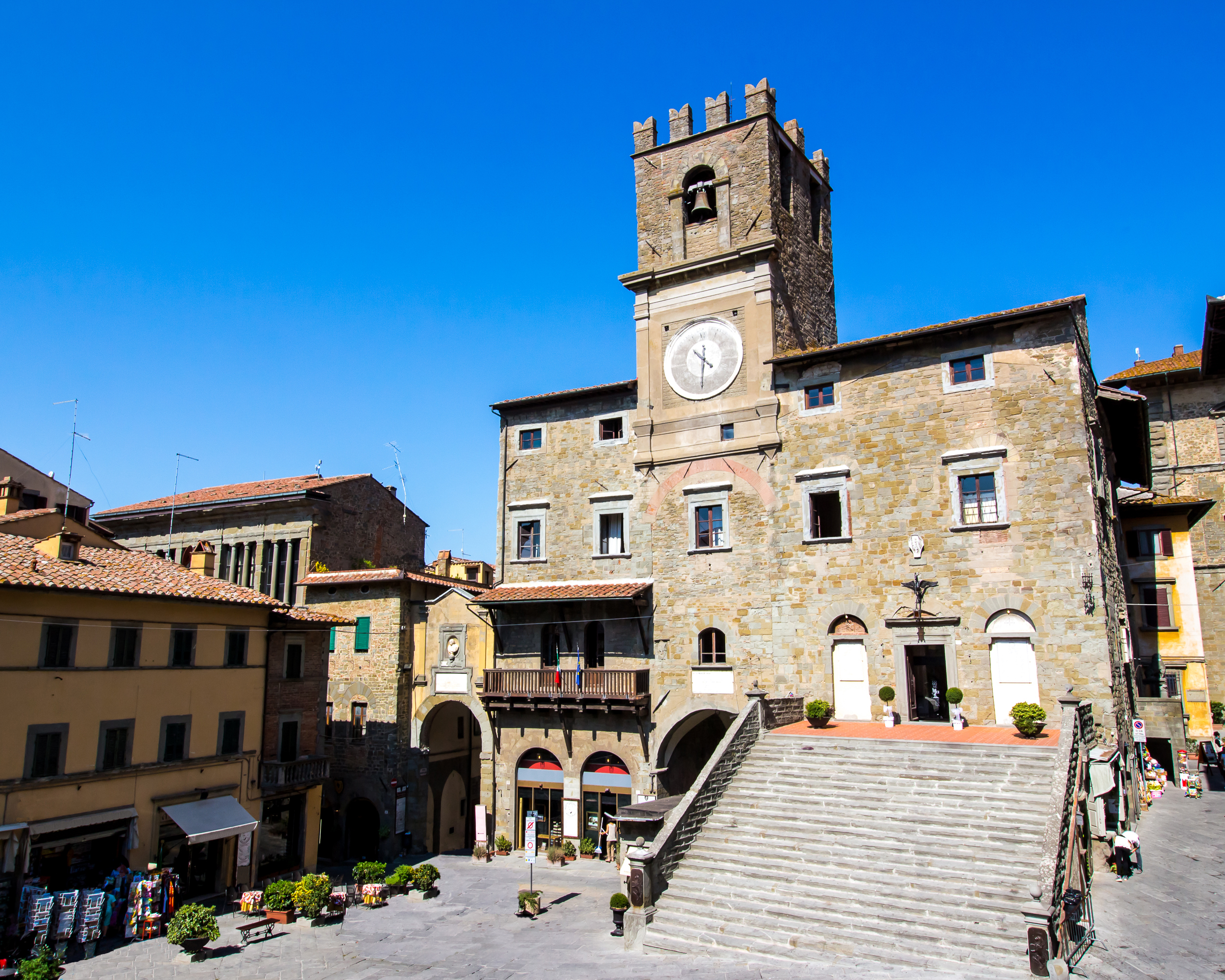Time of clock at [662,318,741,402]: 10:30
